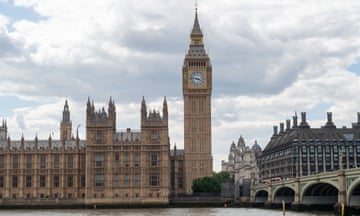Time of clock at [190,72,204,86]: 3:46
